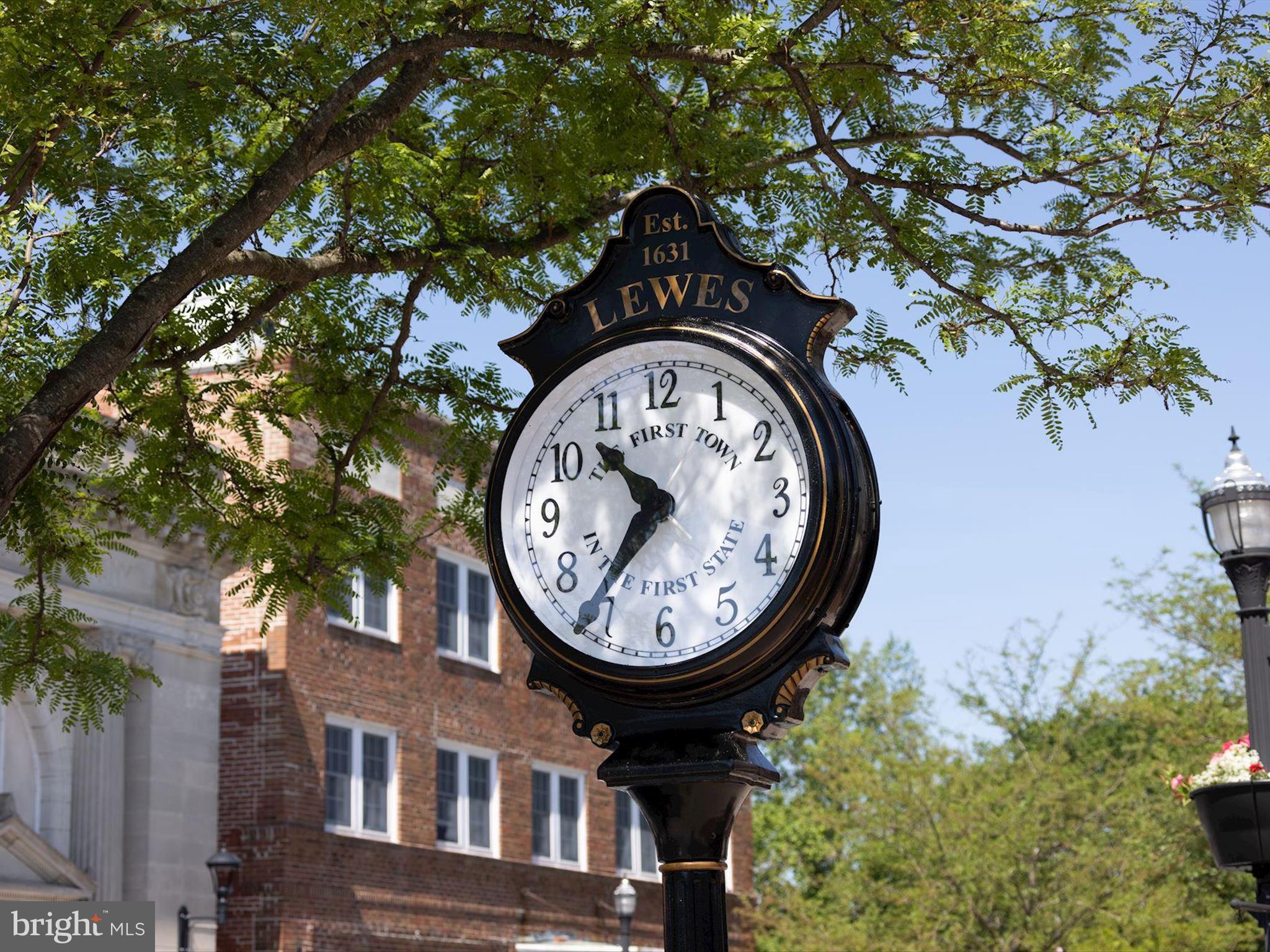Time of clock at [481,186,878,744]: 10:36
